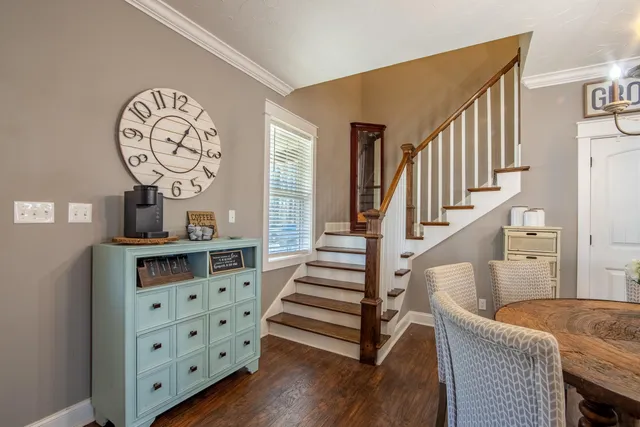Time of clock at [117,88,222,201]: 1:16
